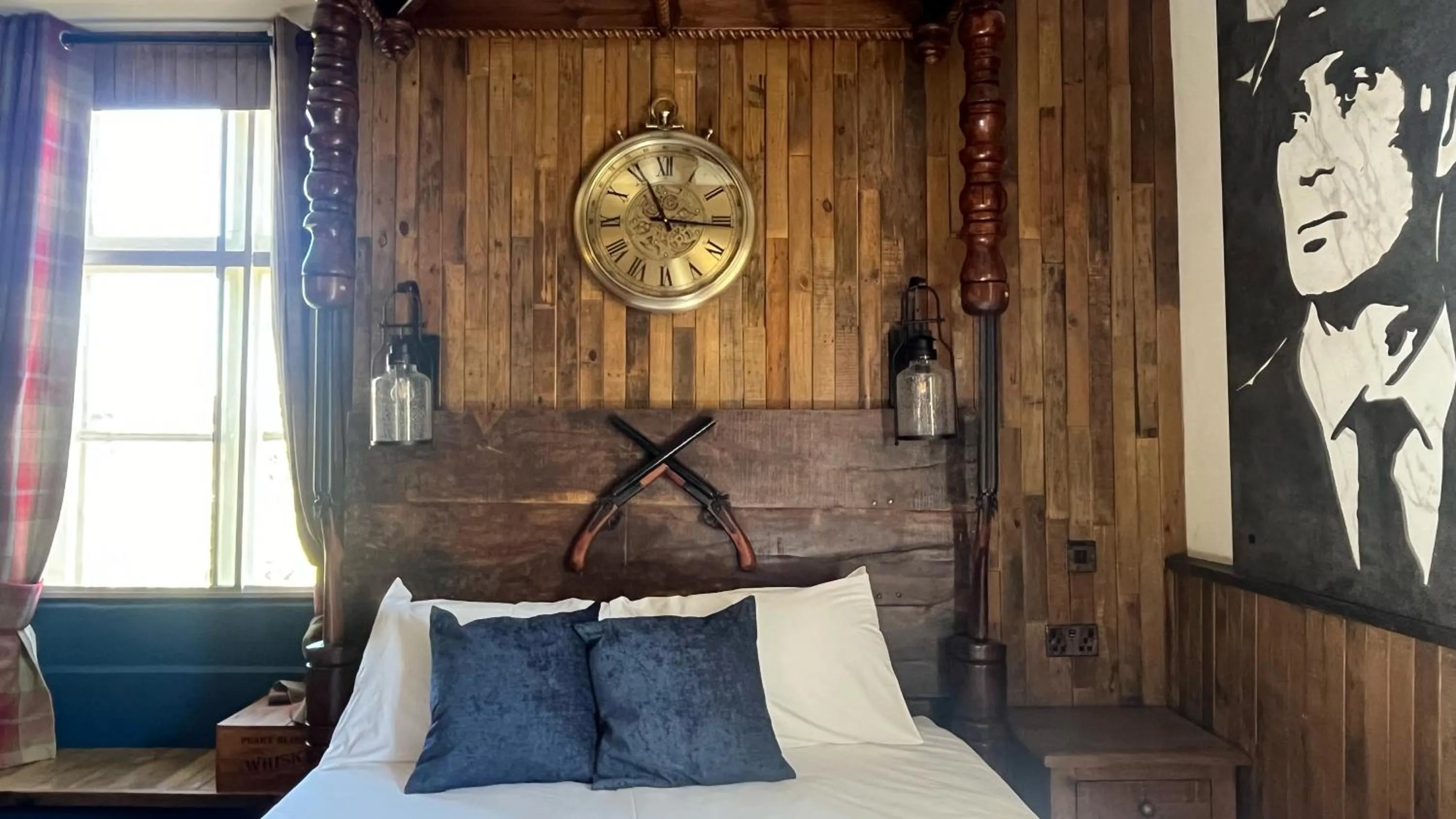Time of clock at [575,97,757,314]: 11:15
